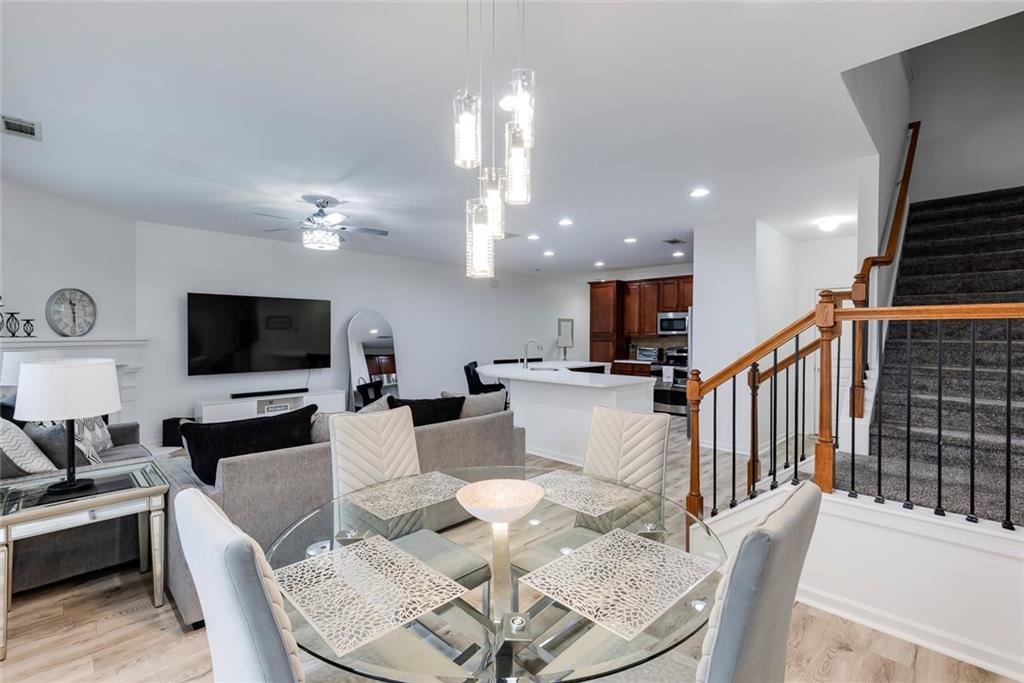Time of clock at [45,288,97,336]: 11:29
